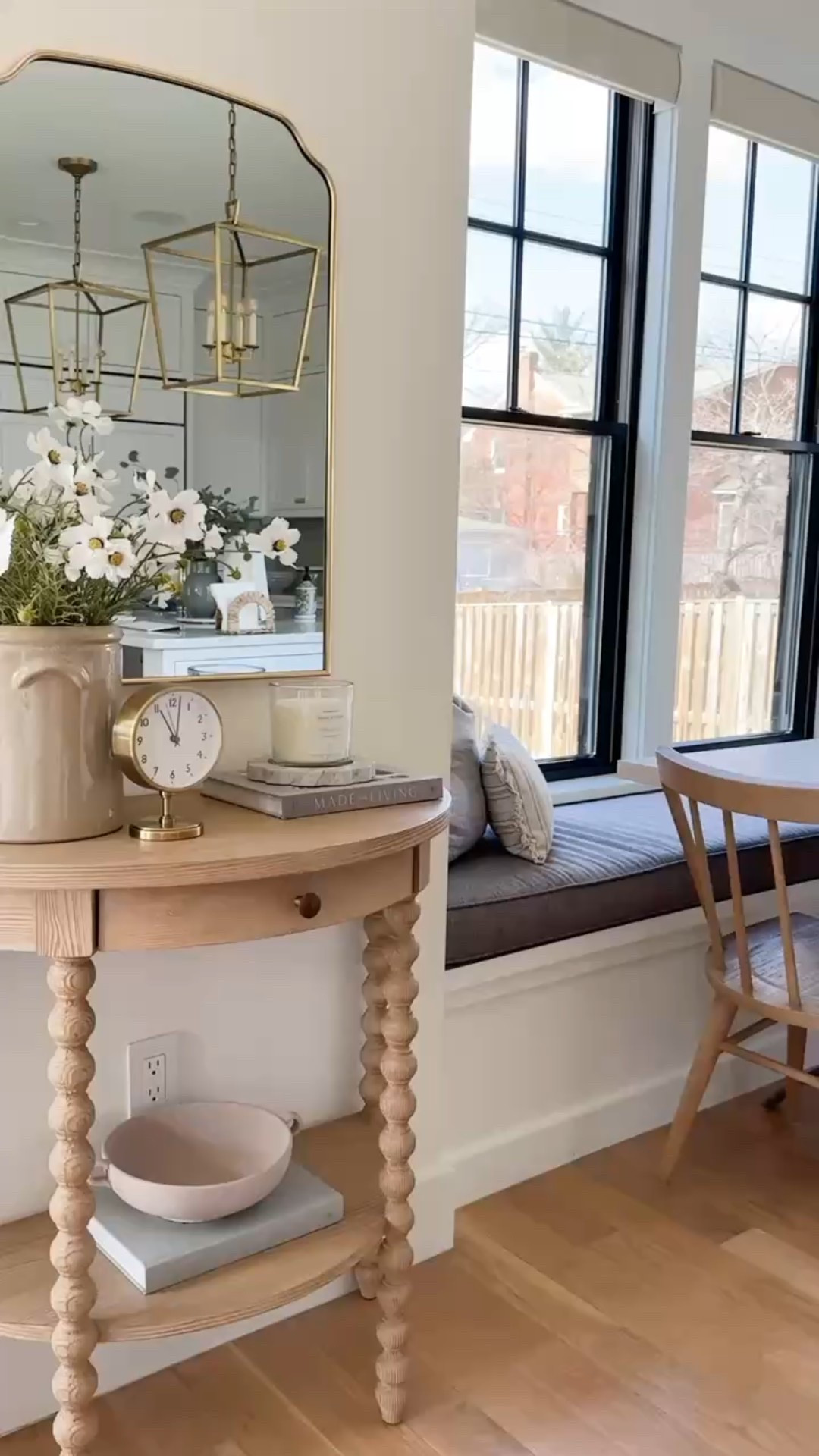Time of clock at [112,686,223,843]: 11:01
